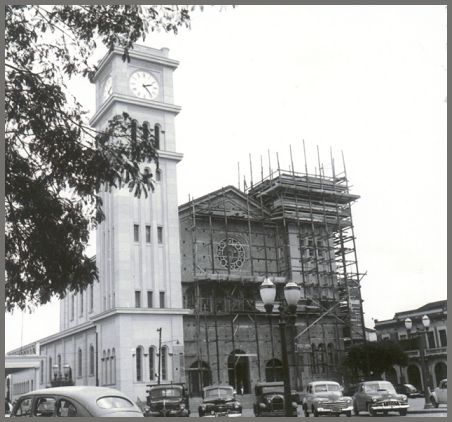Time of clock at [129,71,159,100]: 2:23
